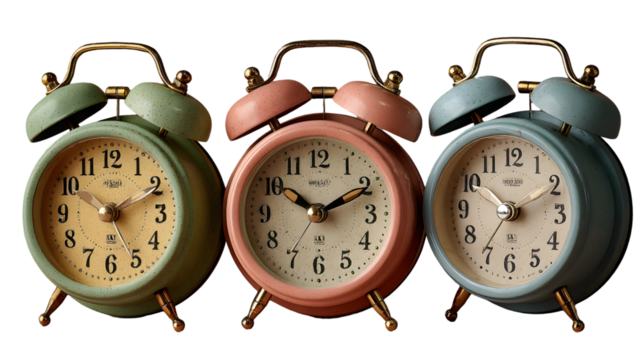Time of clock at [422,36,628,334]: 10:10
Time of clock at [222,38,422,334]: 10:10
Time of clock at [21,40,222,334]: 10:10
